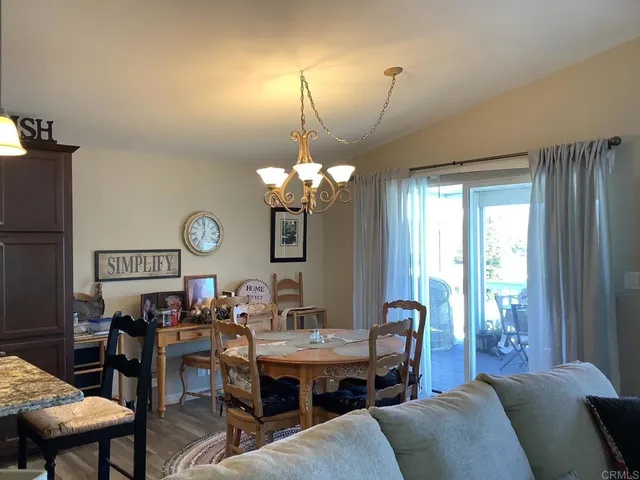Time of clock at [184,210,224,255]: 7:00
